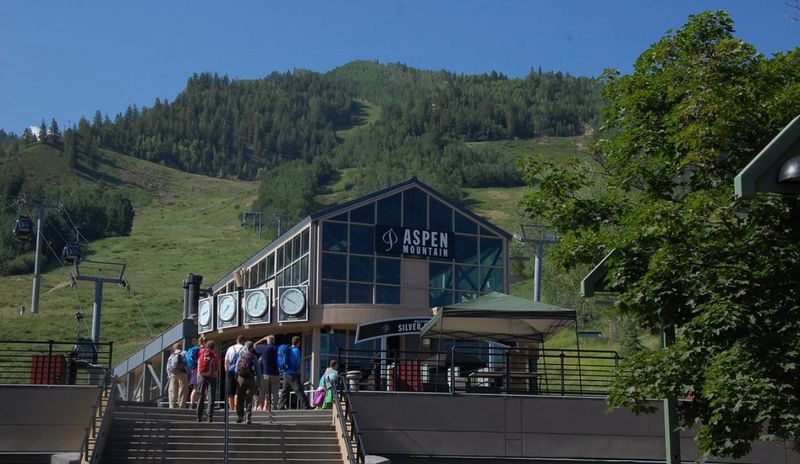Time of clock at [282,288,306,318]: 9:50
